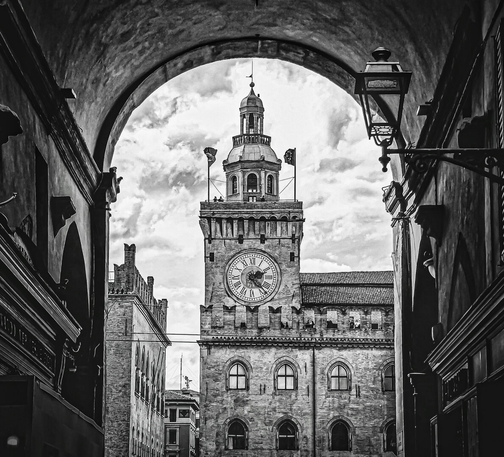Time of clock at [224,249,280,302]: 2:22
